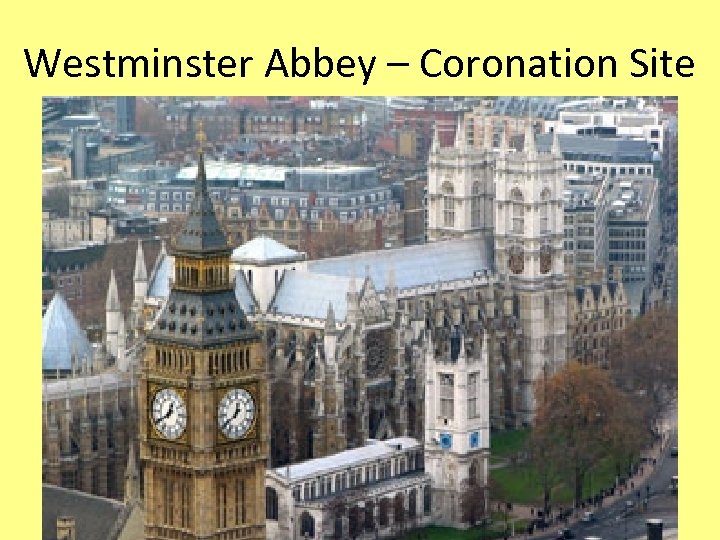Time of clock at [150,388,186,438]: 12:40
